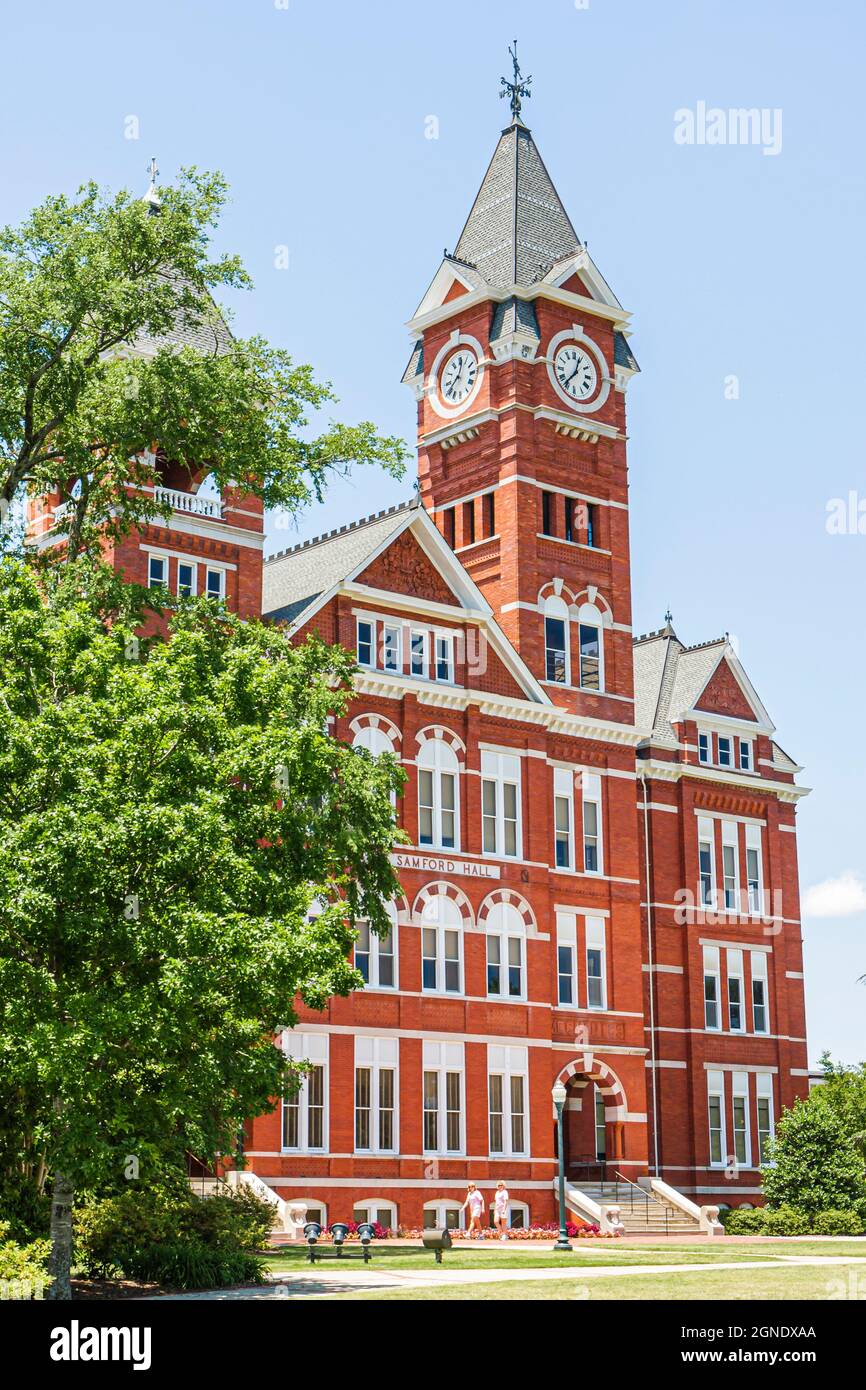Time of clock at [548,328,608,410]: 12:36
